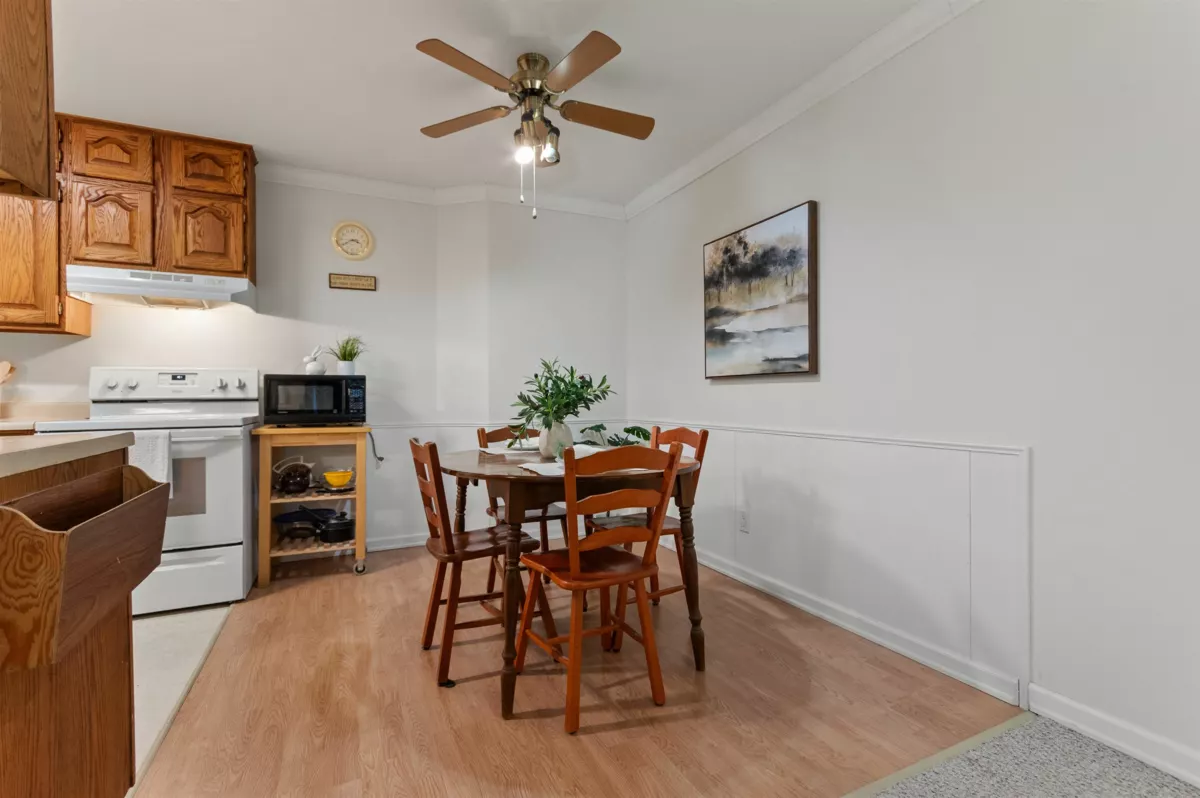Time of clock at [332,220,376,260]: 3:40
